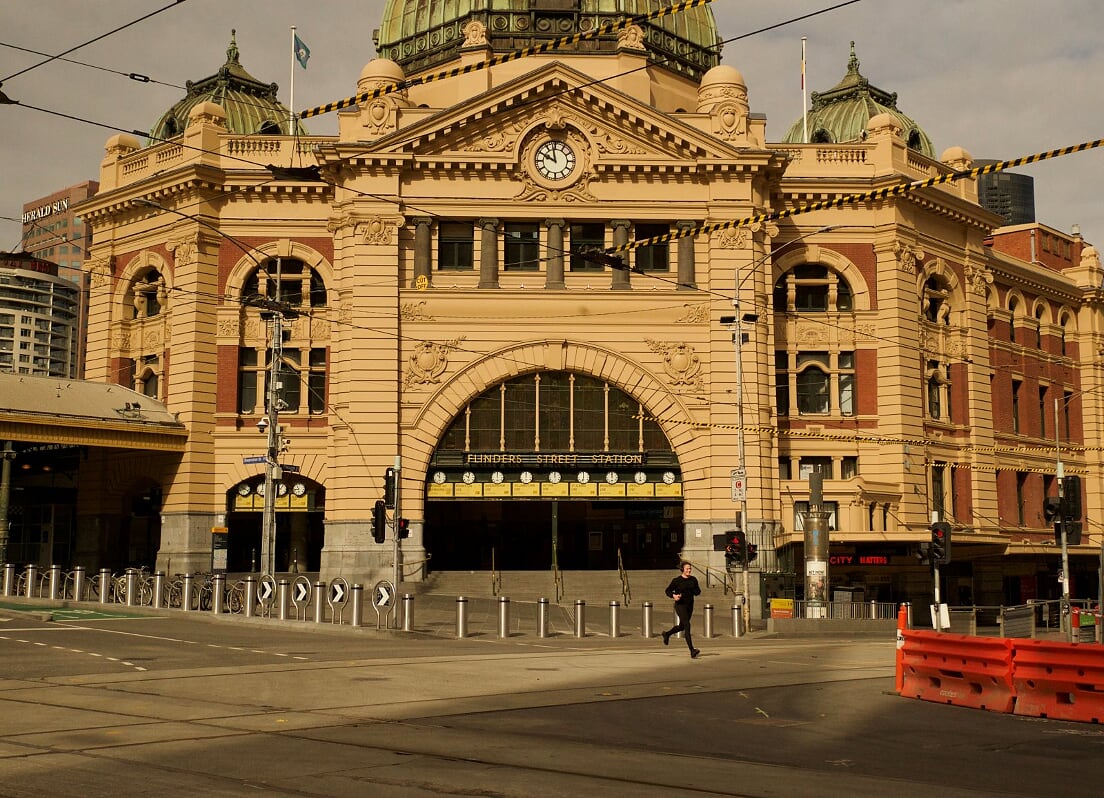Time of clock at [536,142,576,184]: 9:57
